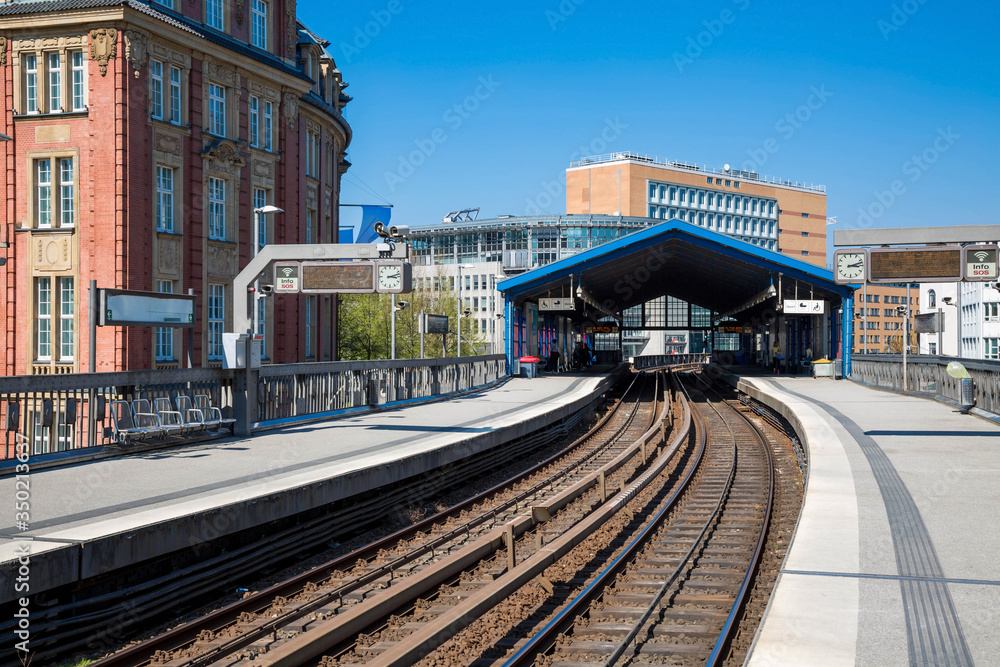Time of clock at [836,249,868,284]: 3:12
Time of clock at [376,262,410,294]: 3:12
